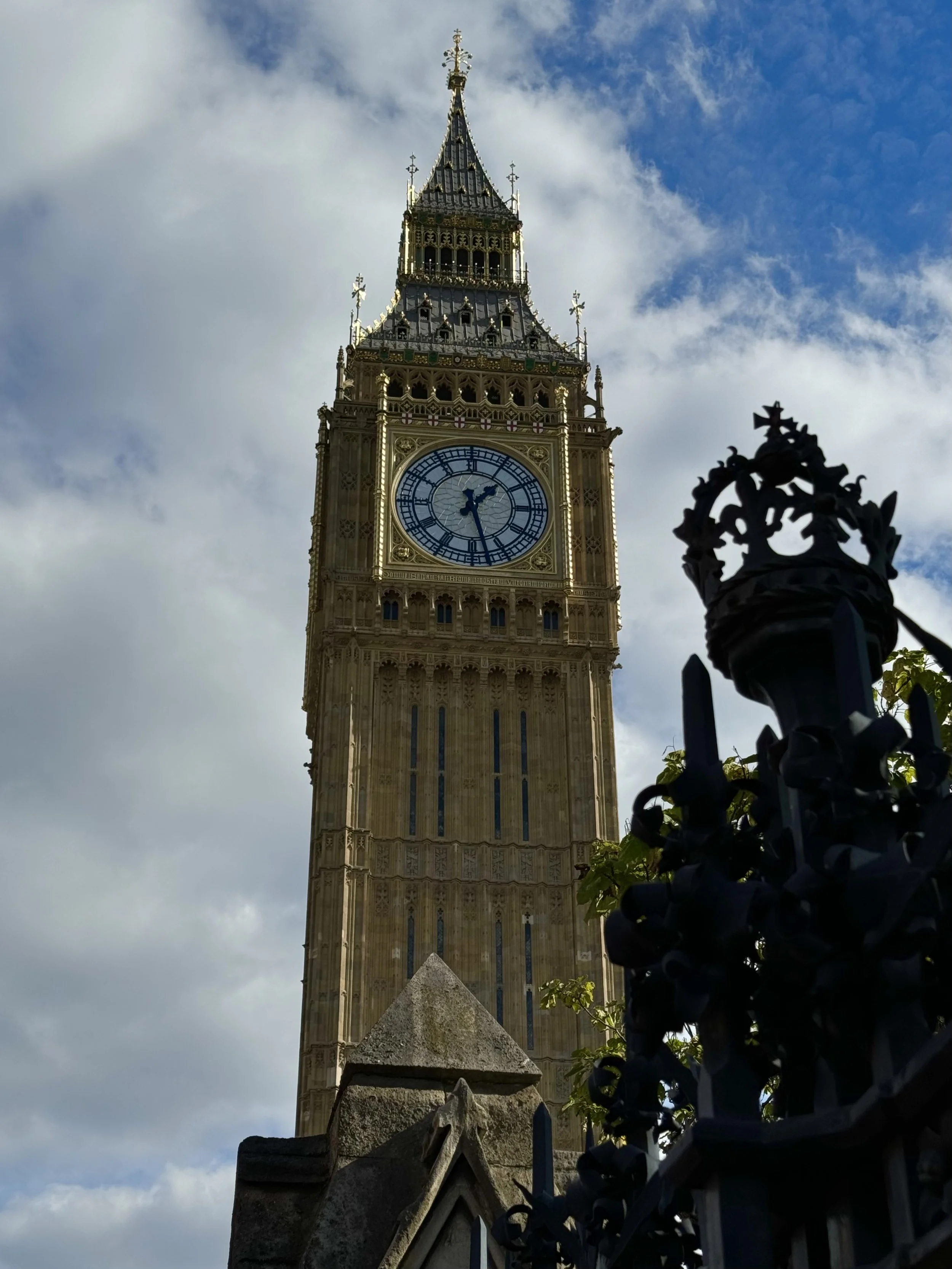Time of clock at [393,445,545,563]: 1:27
